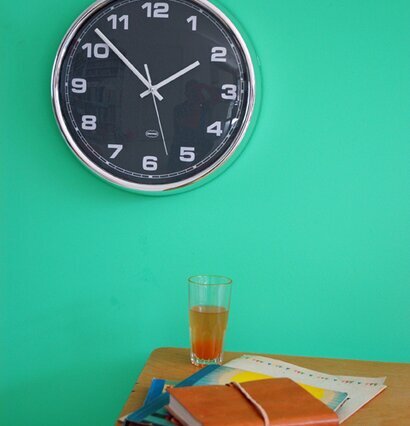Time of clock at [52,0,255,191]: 1:52
